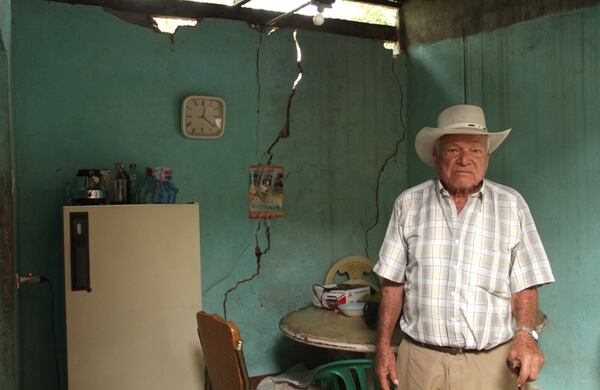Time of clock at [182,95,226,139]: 12:21
